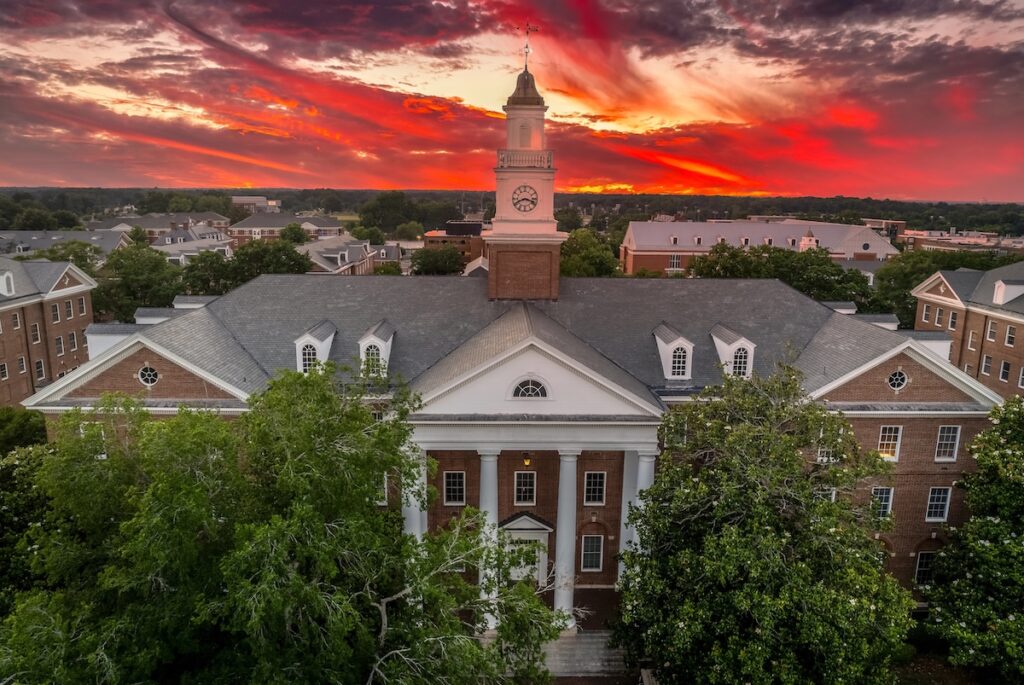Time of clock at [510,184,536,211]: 8:17
